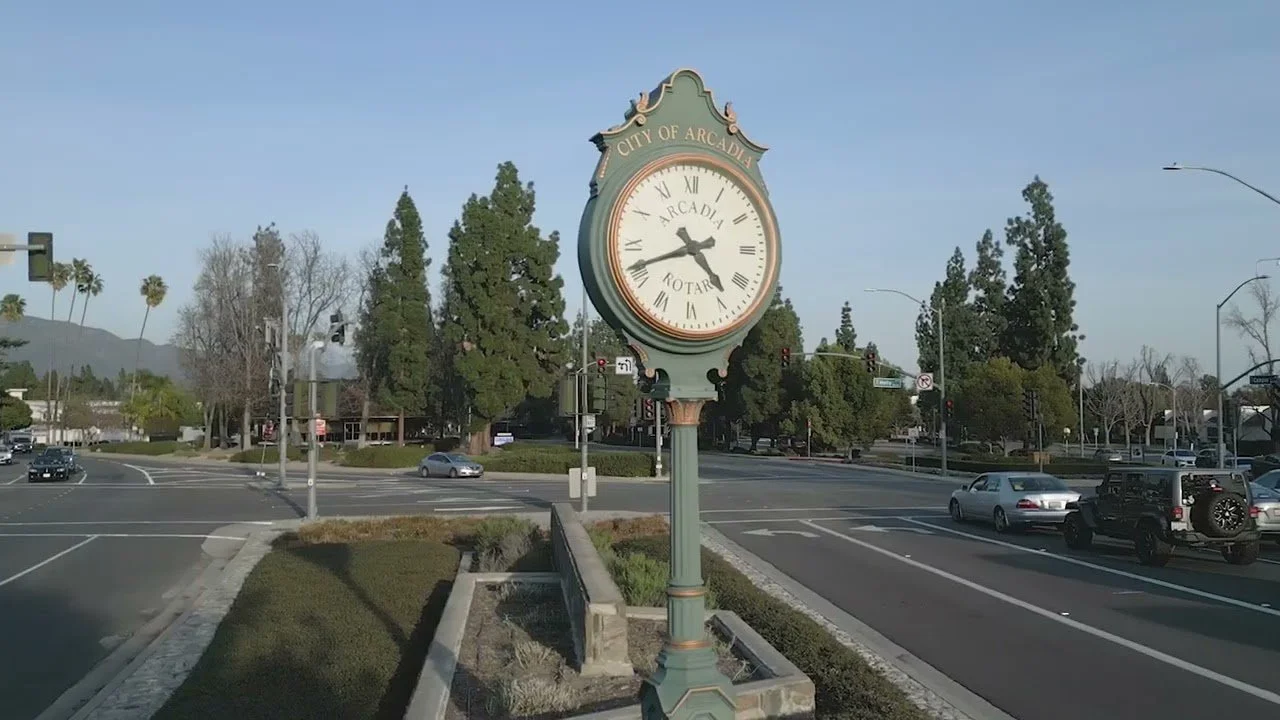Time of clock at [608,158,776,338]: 4:41
